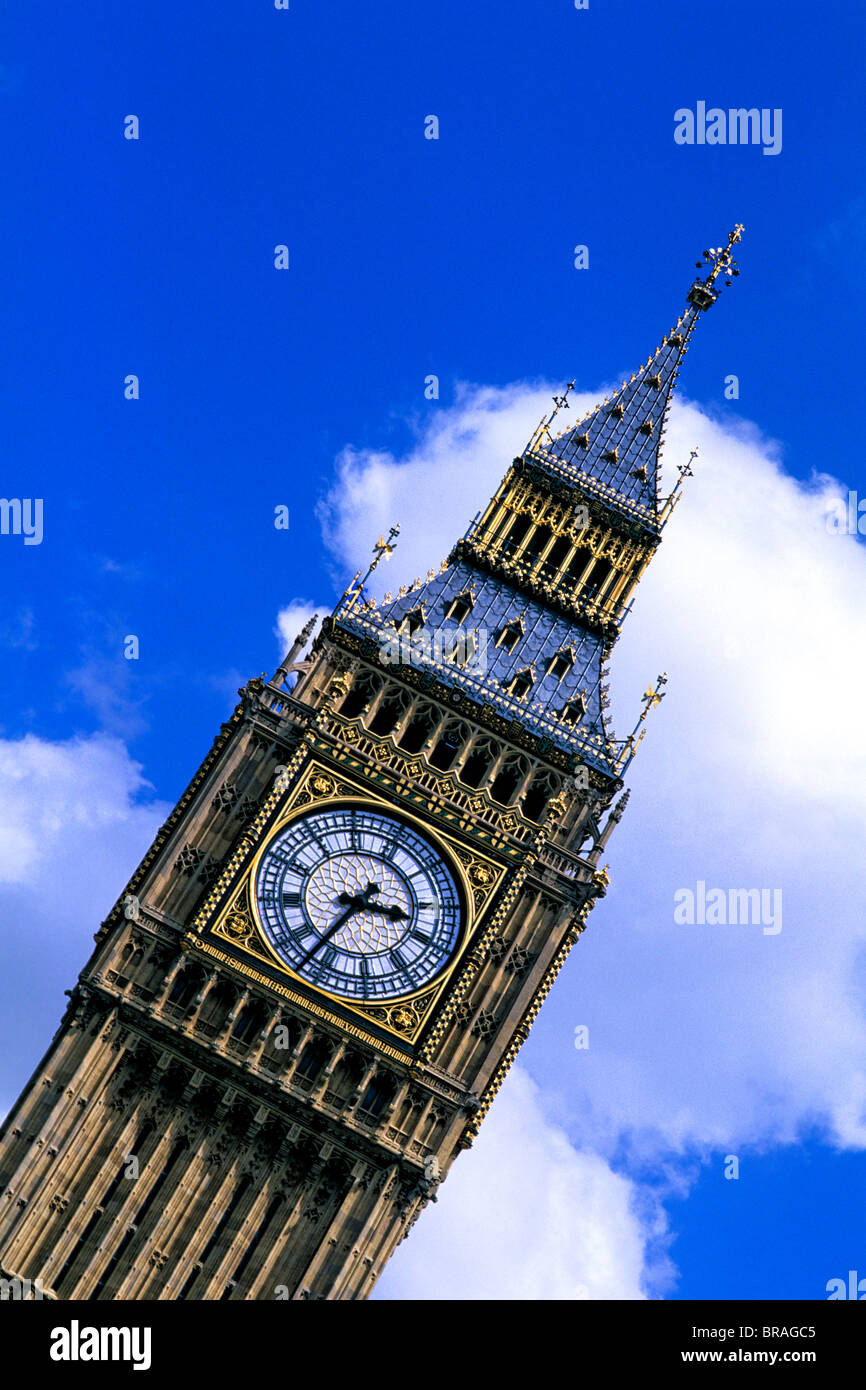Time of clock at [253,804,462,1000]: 3:36
